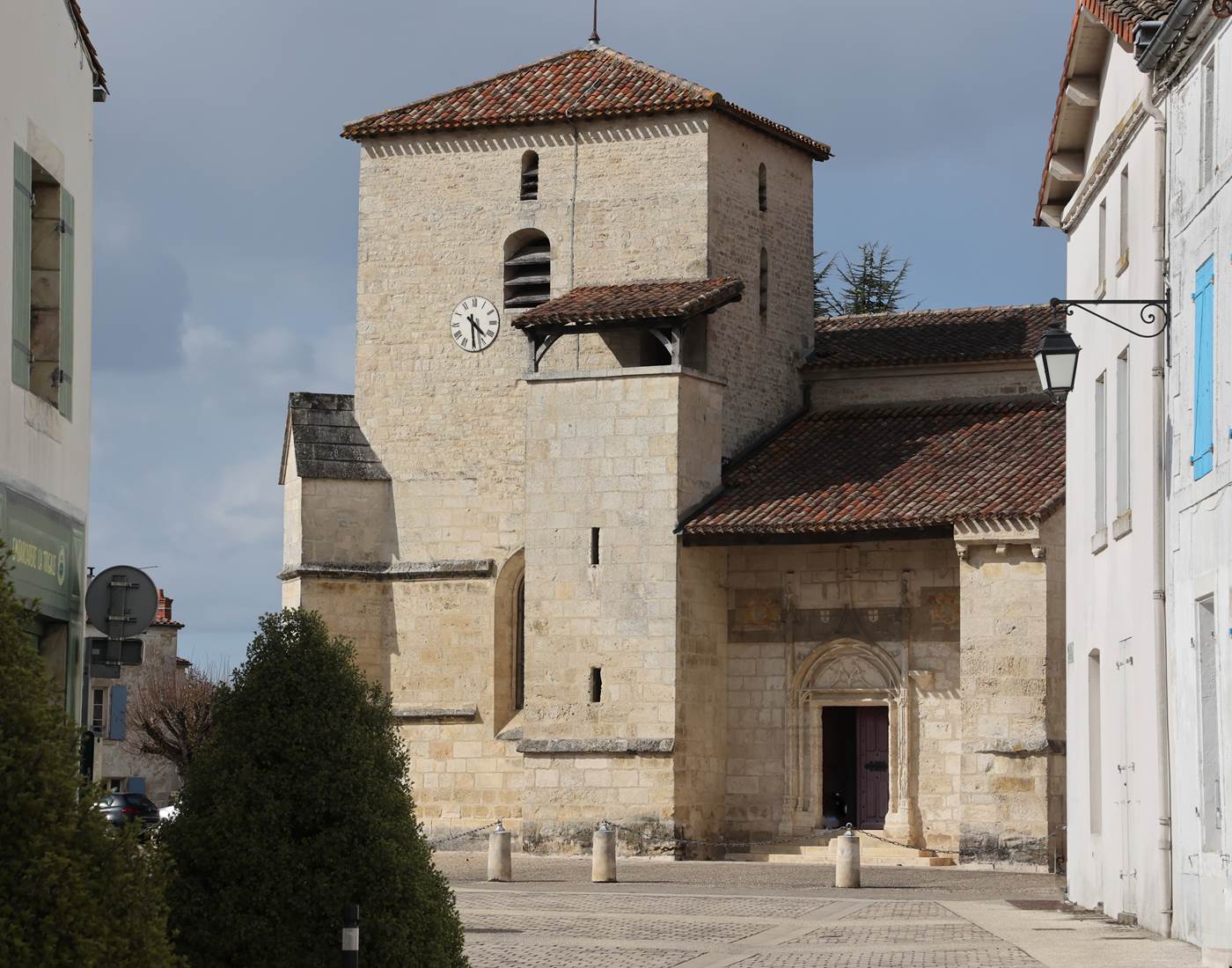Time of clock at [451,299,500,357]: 4:29
